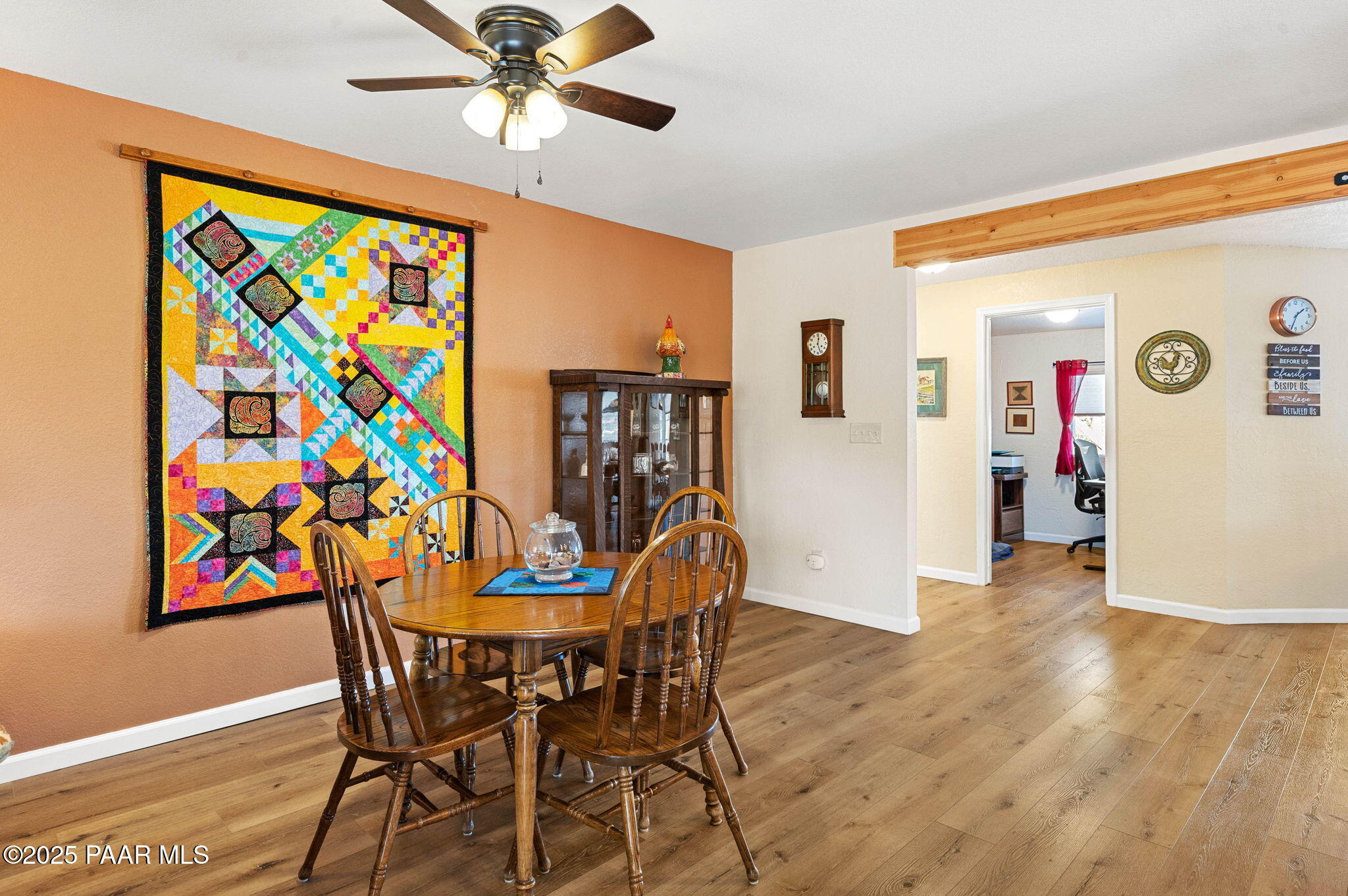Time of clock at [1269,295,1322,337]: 1:33
